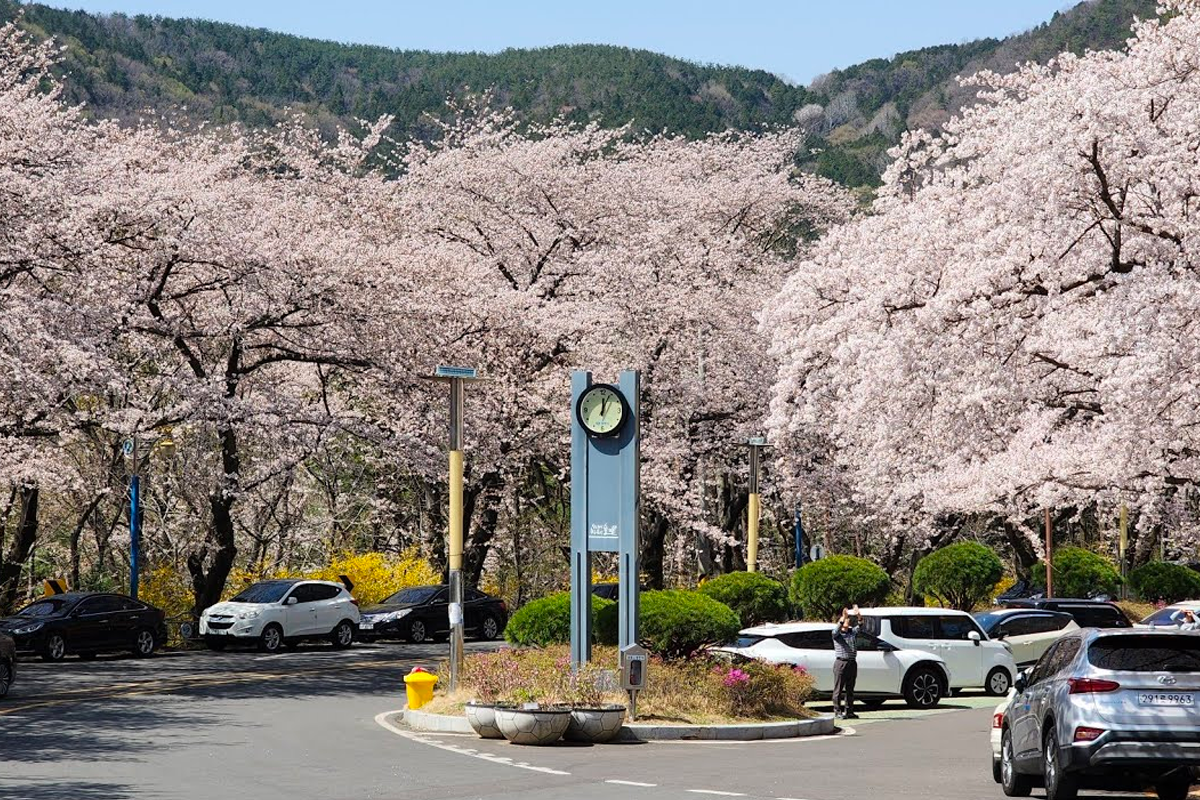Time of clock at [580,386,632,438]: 12:04
